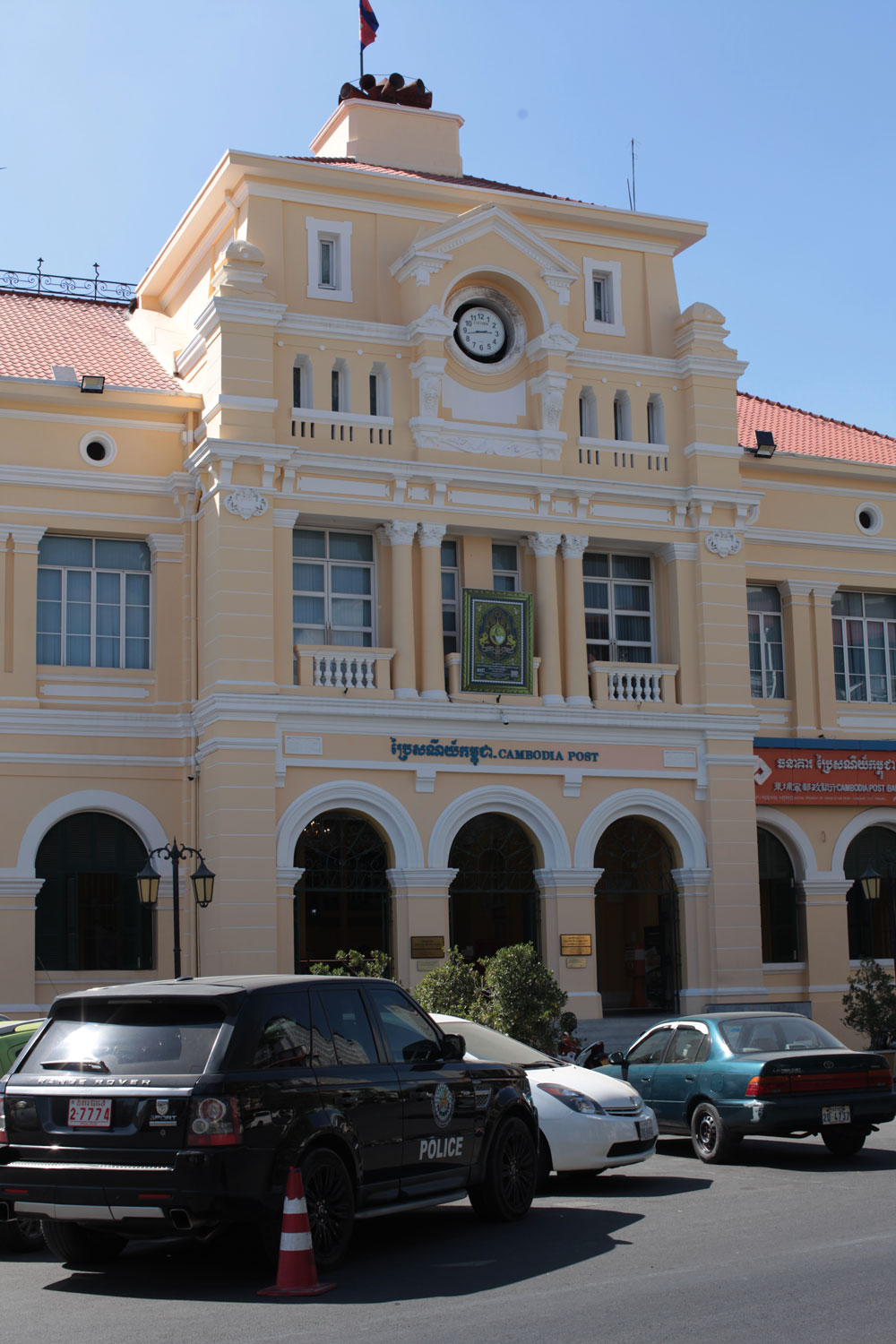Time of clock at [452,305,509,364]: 2:42
